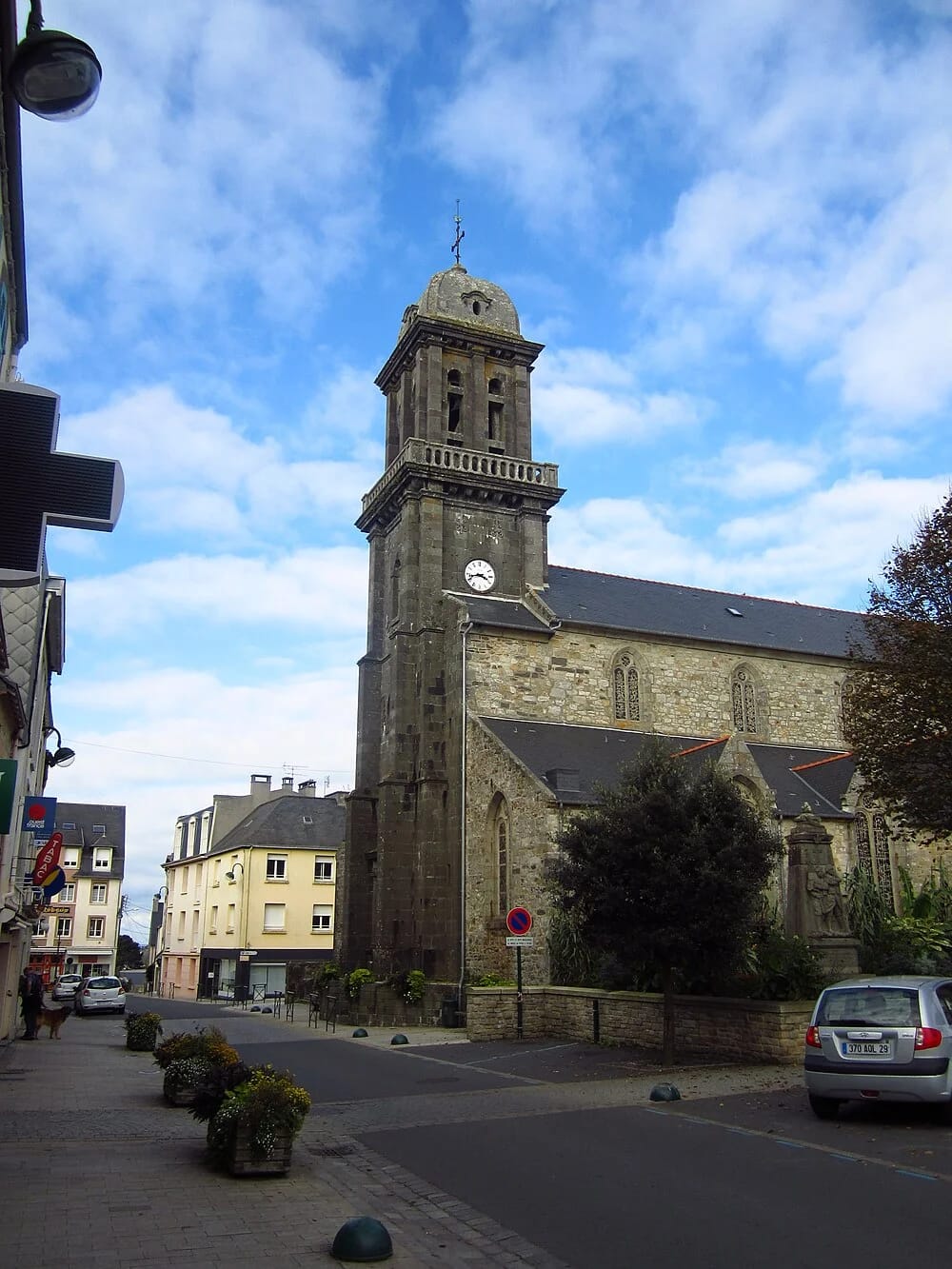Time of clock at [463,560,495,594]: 3:42
